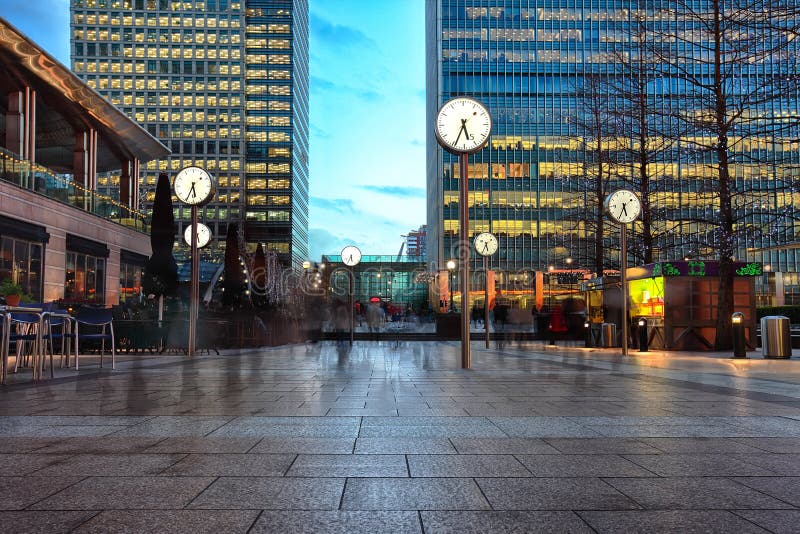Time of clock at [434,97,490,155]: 5:34
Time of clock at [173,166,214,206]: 5:34
